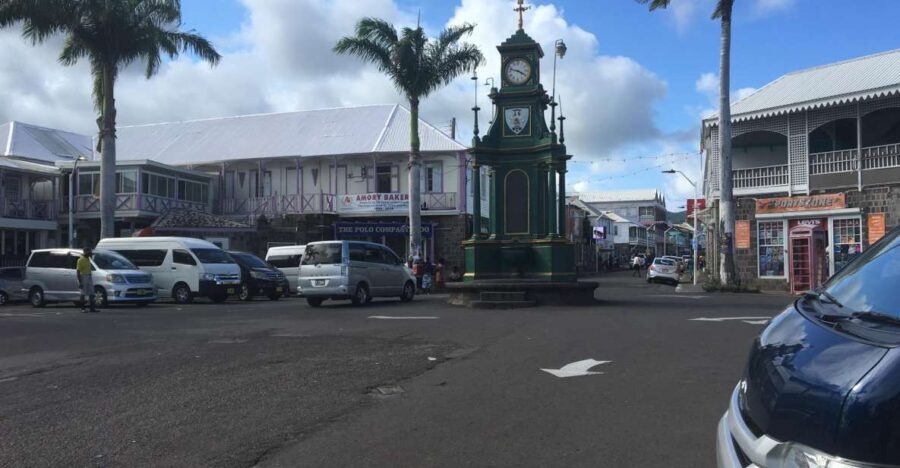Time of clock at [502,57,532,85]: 3:47
